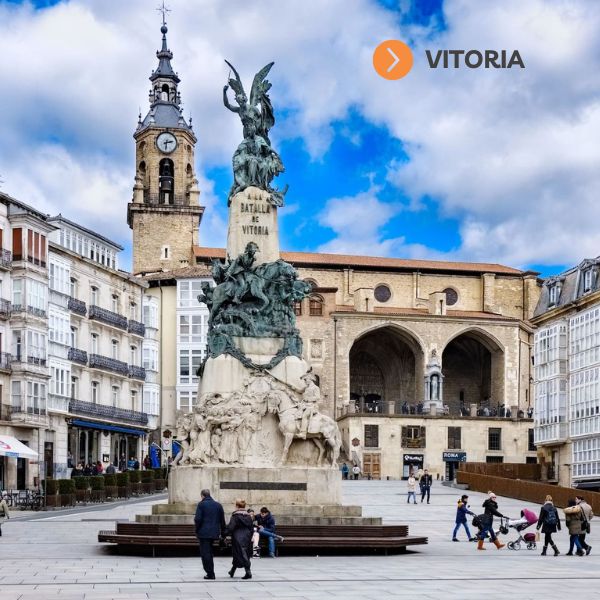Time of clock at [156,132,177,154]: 2:31
